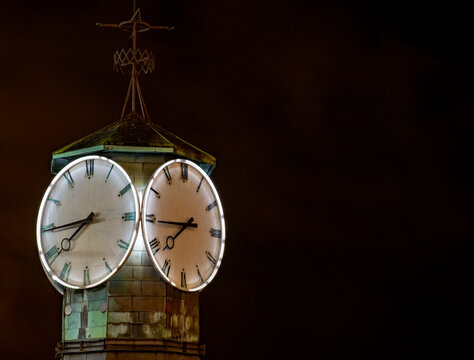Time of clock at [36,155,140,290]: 7:44
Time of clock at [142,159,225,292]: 7:44
